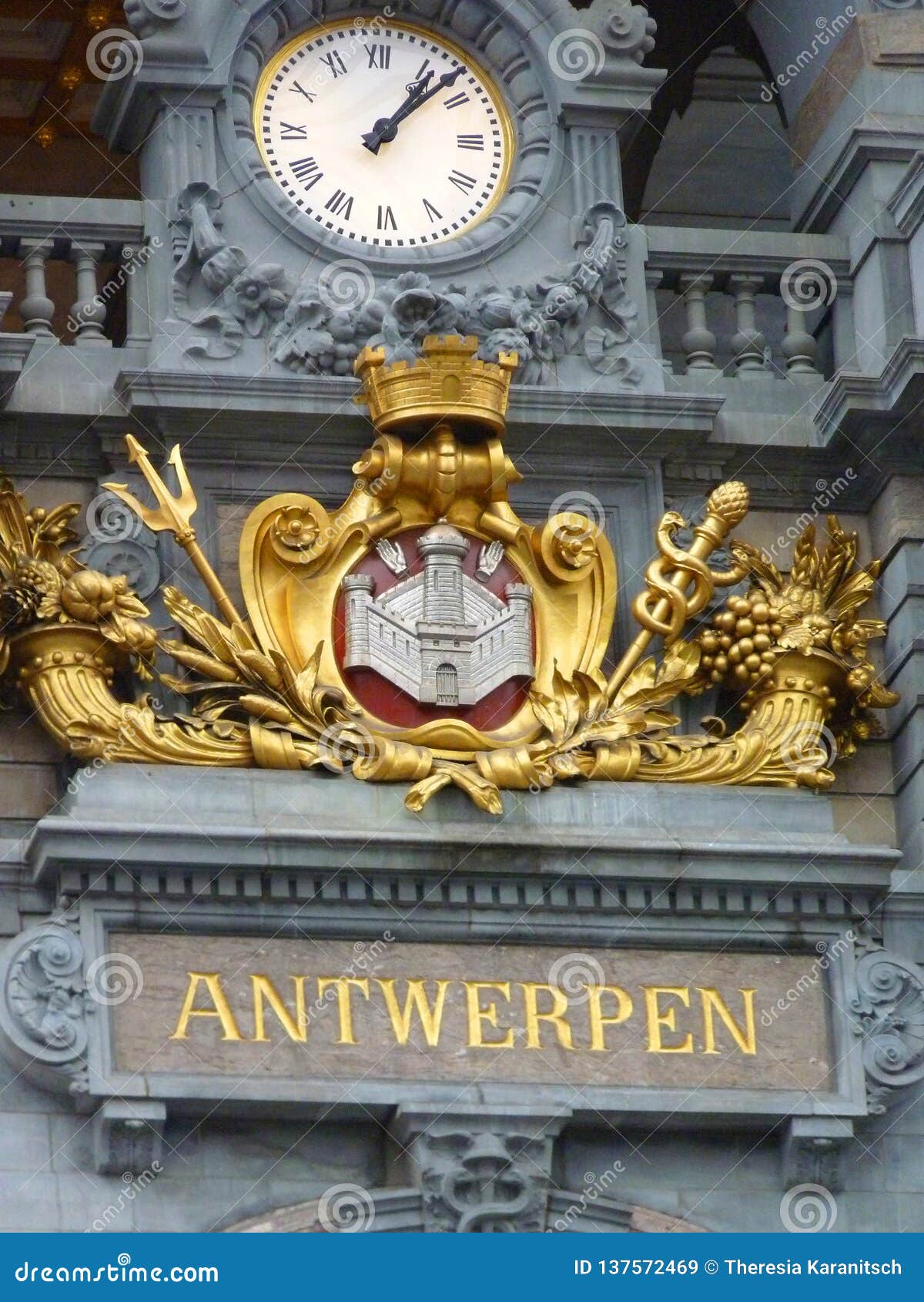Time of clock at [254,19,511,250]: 1:07
